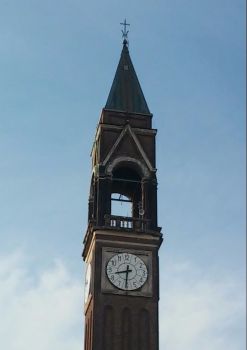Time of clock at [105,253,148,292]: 8:31
